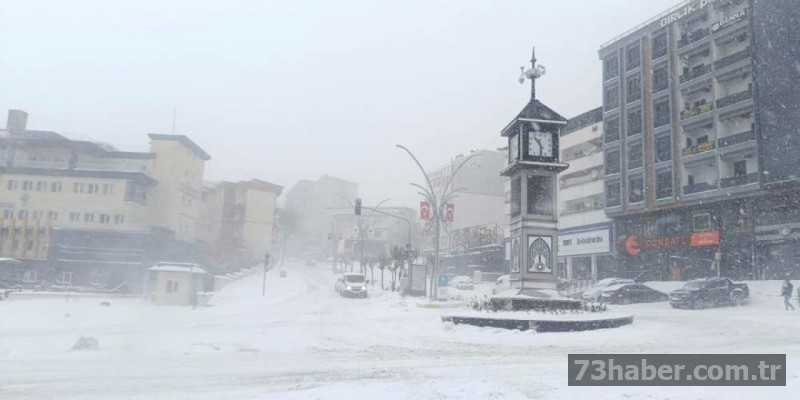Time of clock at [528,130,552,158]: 10:28
